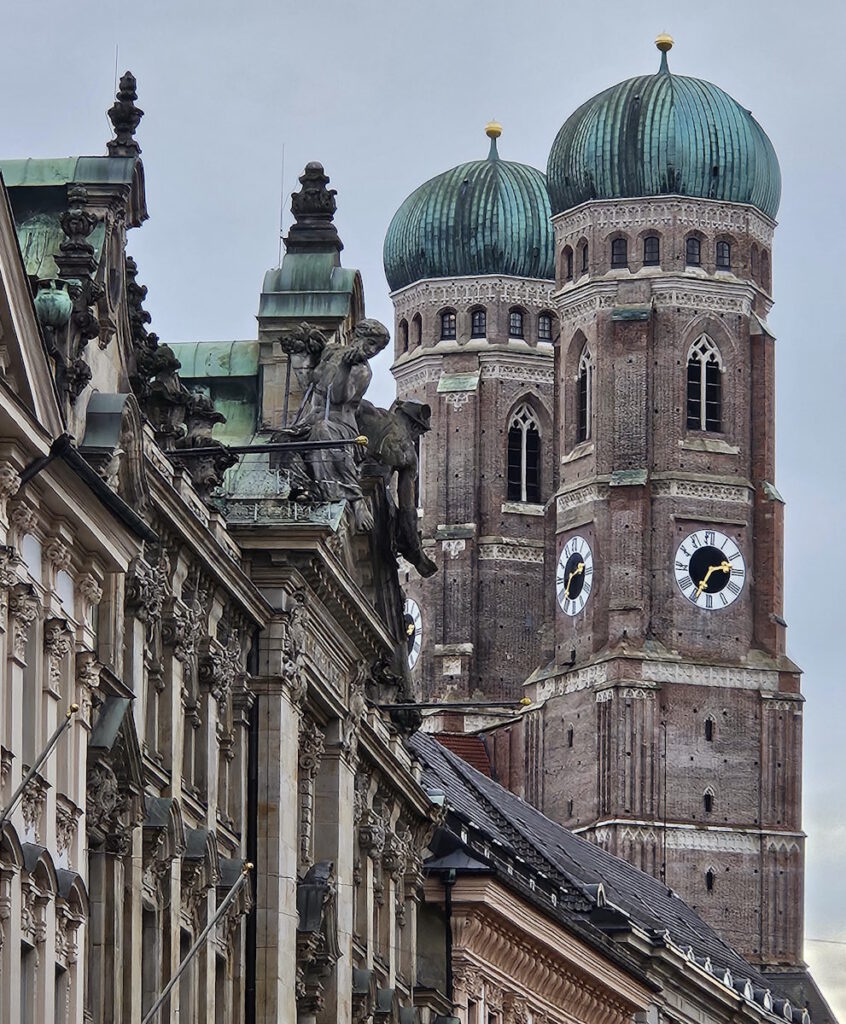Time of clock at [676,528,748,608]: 2:34
